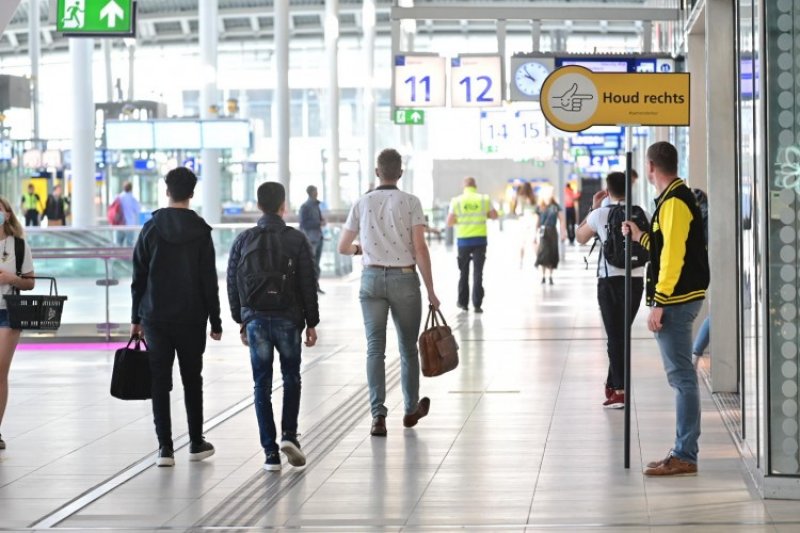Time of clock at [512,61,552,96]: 9:53
